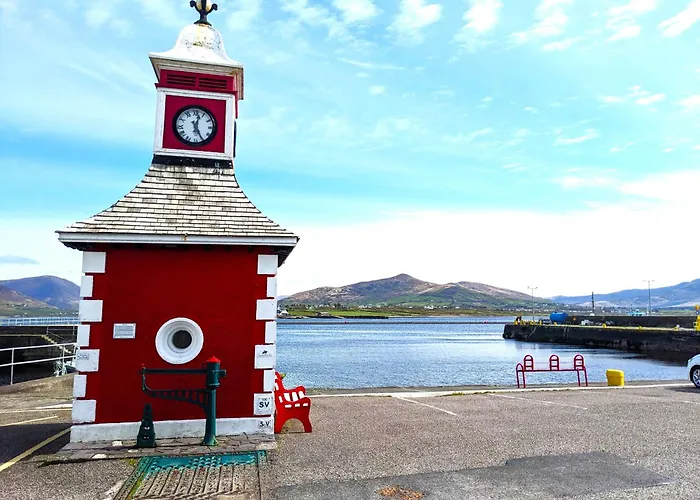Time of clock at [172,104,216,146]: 12:25
